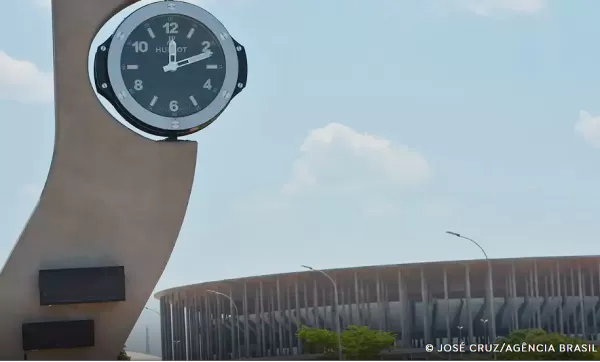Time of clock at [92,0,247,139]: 12:11
